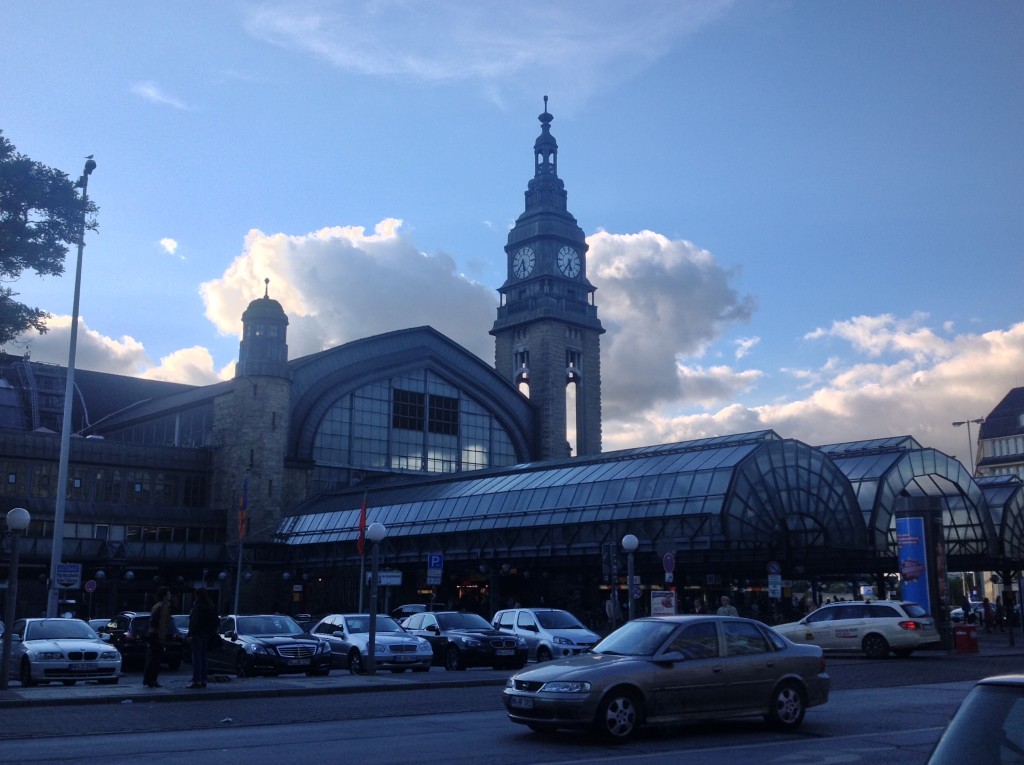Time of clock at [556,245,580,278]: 5:35
